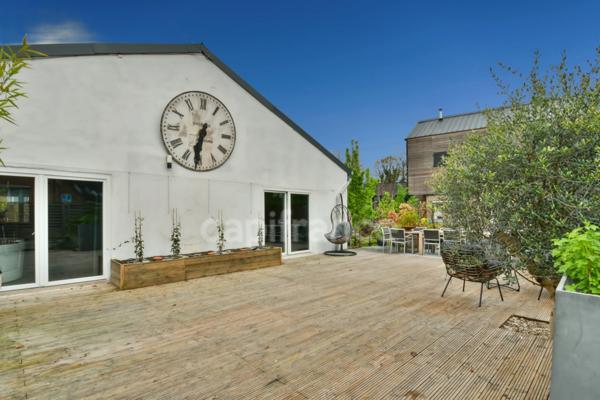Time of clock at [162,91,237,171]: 6:31
